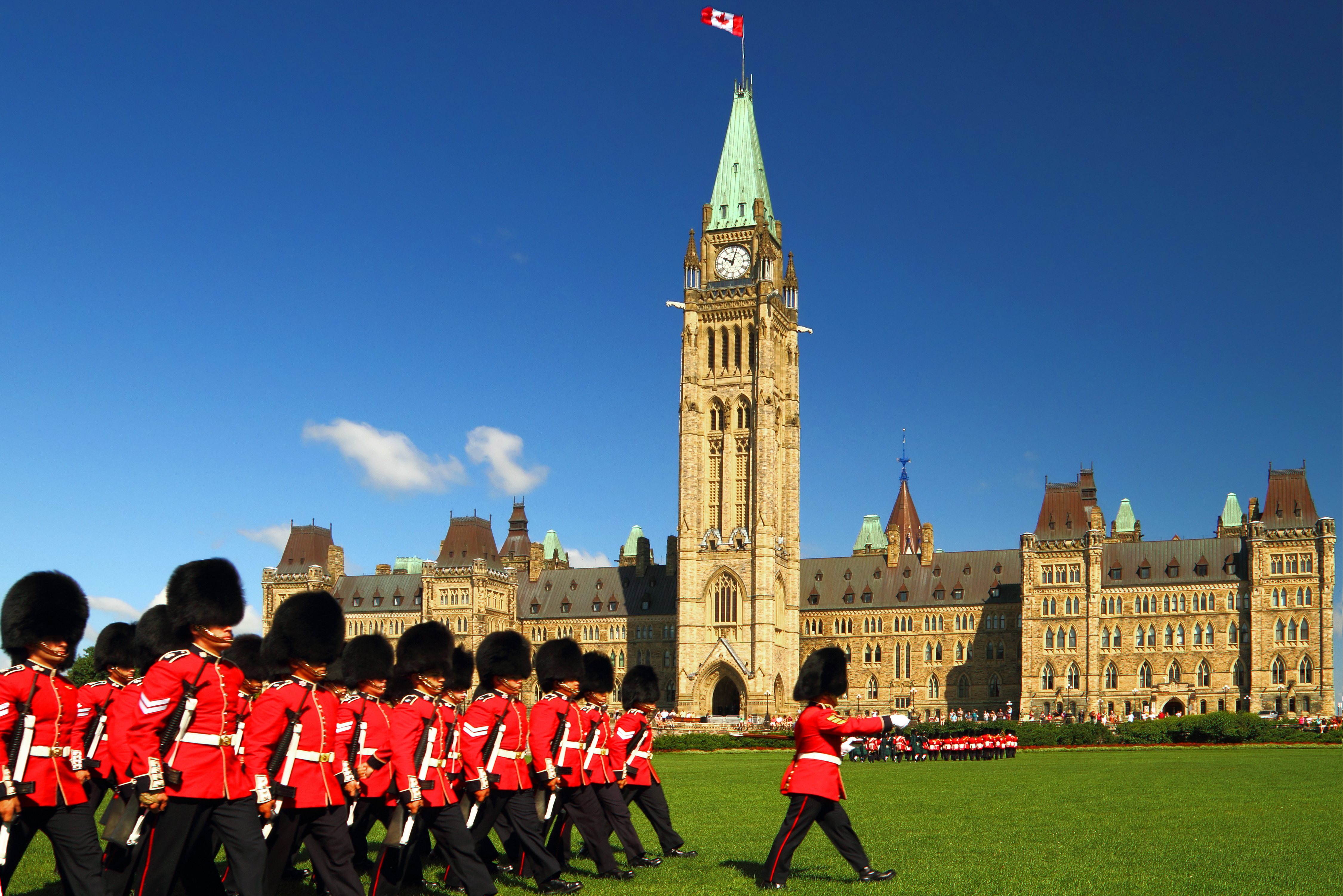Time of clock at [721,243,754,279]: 10:02
